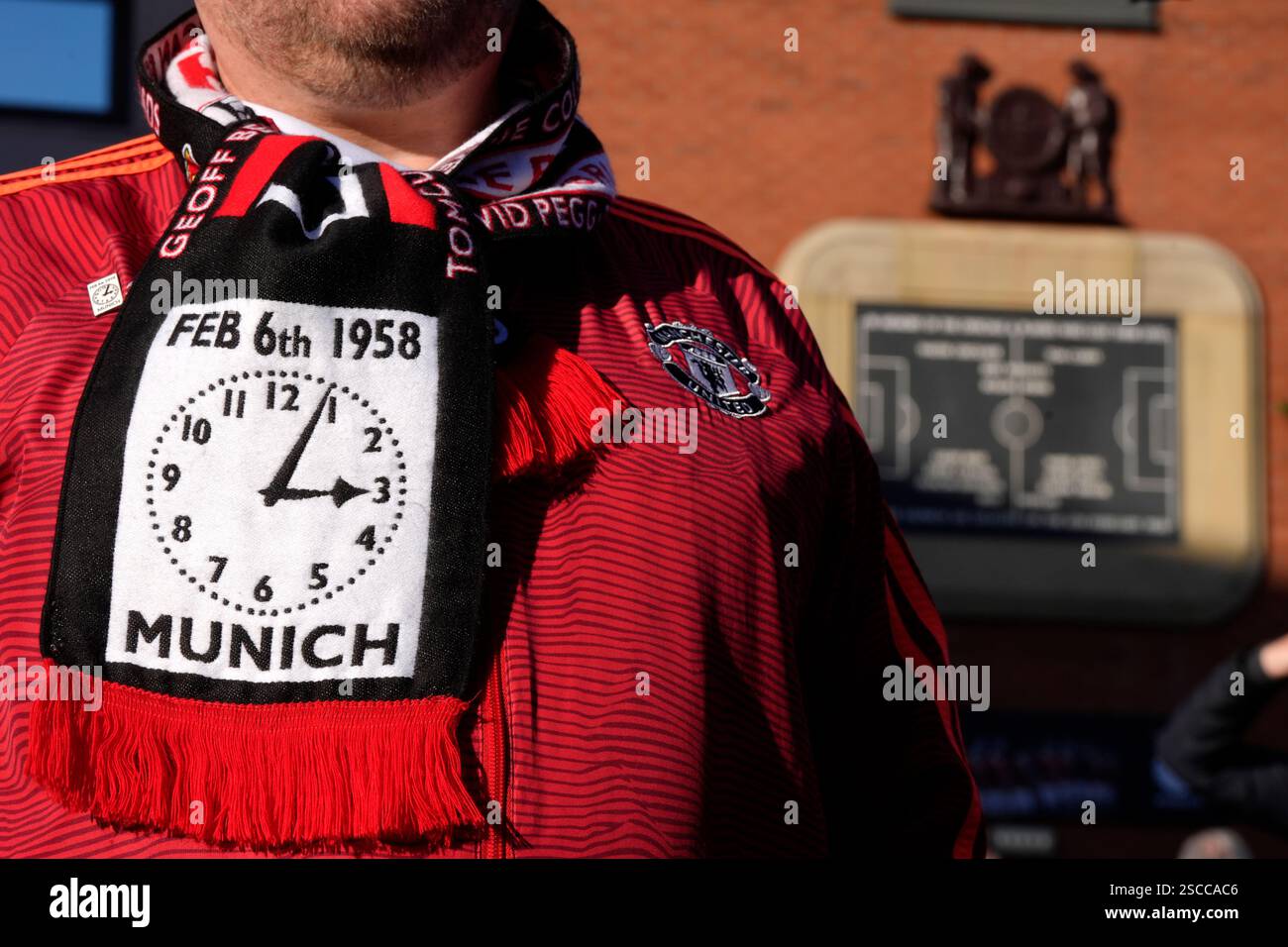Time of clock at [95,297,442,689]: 3:04
